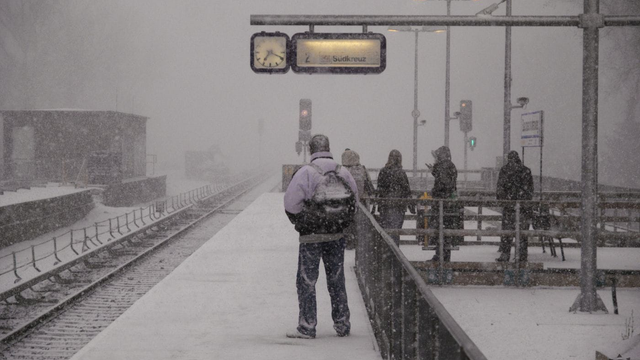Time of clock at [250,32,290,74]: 7:18
